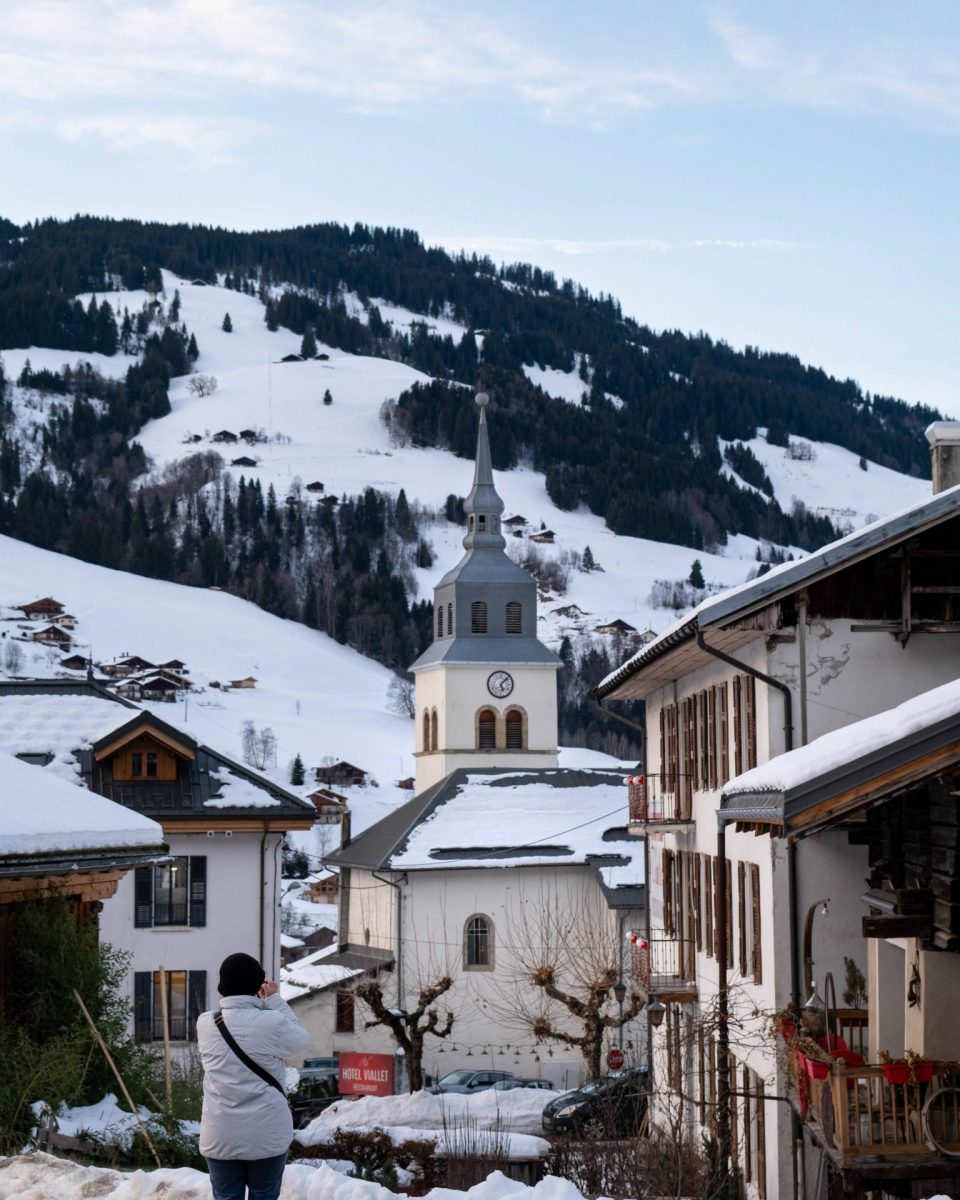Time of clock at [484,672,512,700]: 5:07
